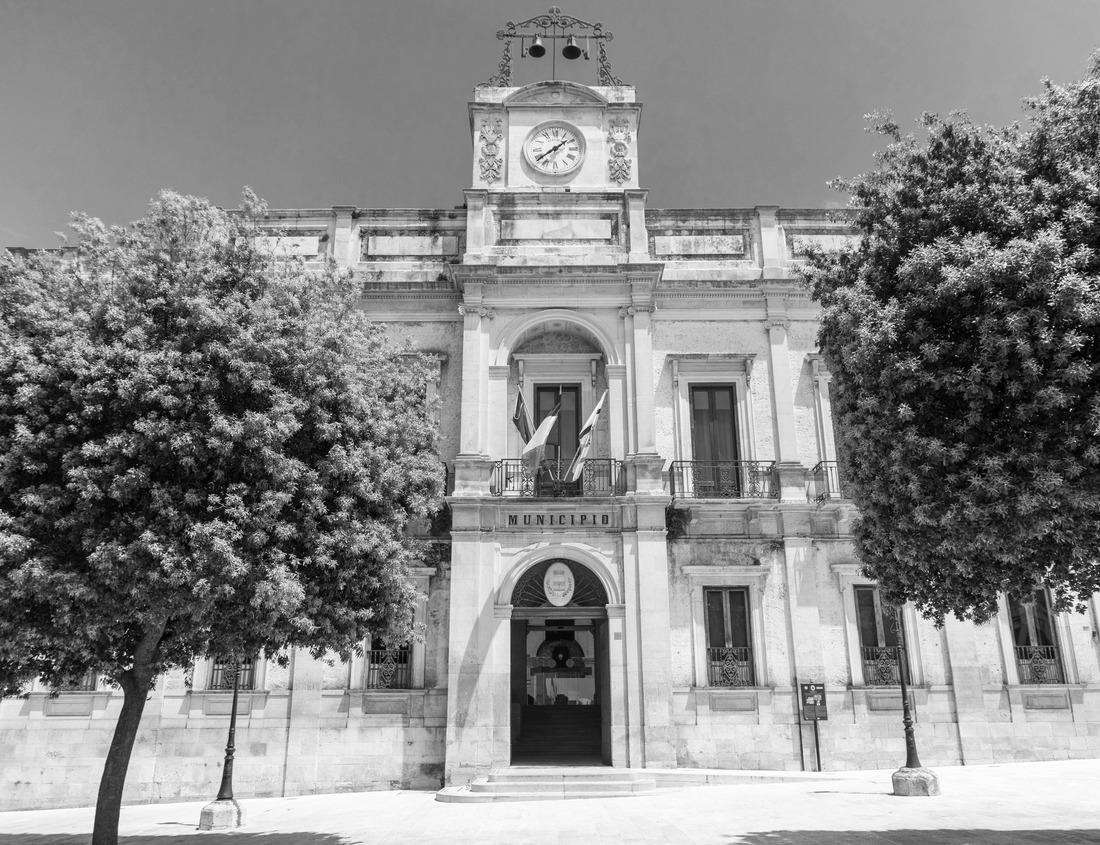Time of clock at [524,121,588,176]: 1:38
